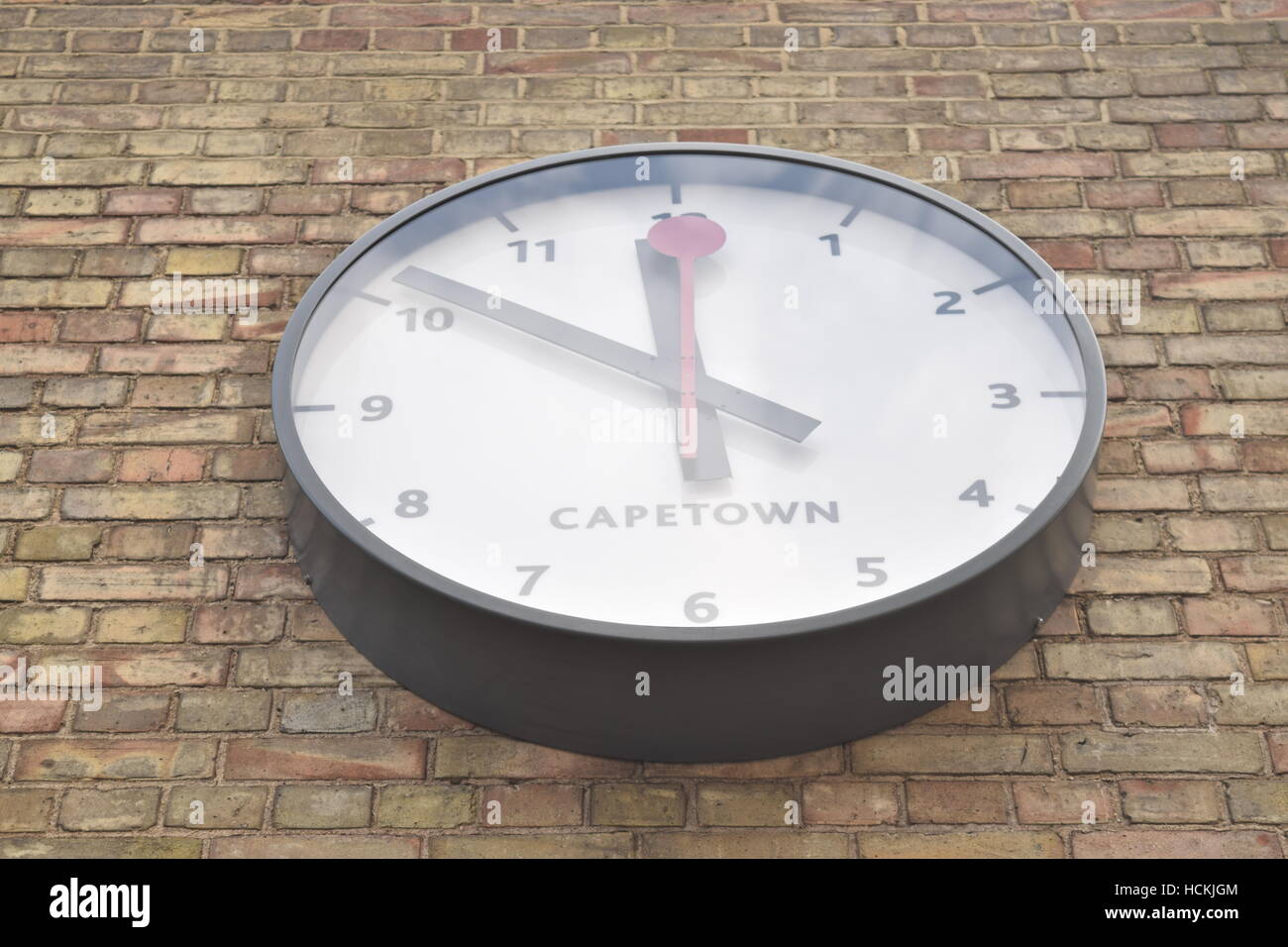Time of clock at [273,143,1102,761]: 11:51
